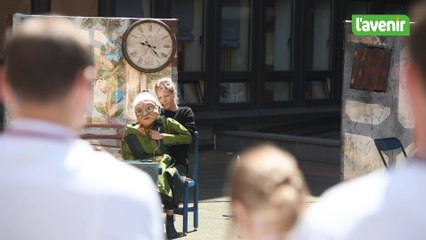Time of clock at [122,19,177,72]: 9:22
